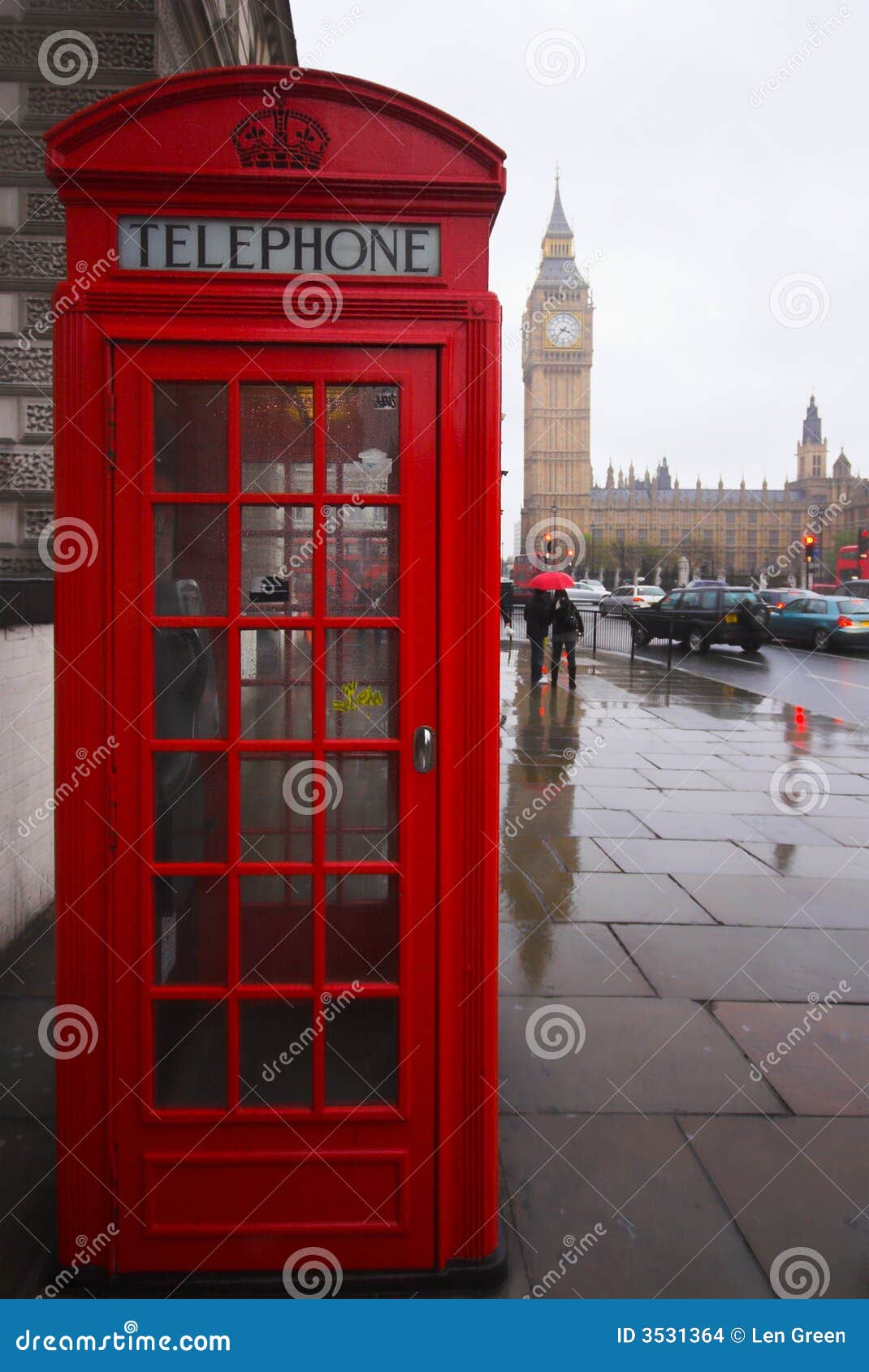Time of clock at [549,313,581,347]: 3:37
